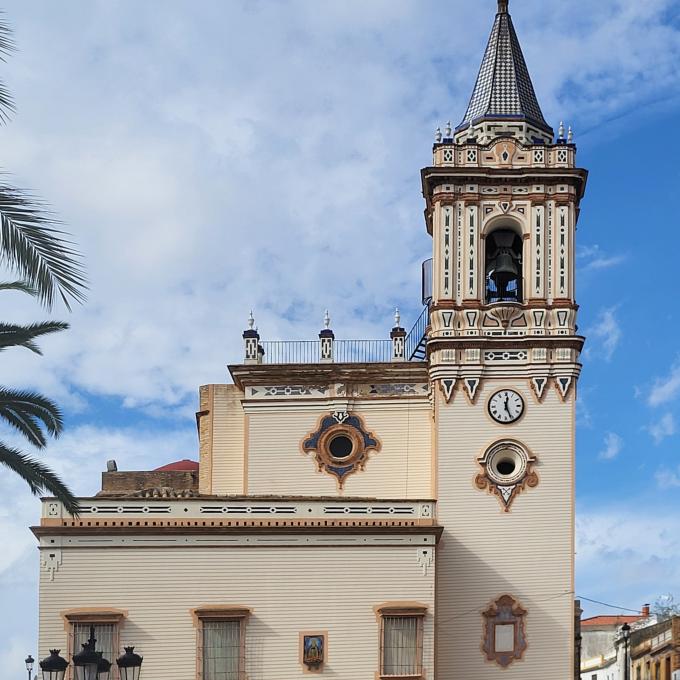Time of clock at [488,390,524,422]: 12:26
